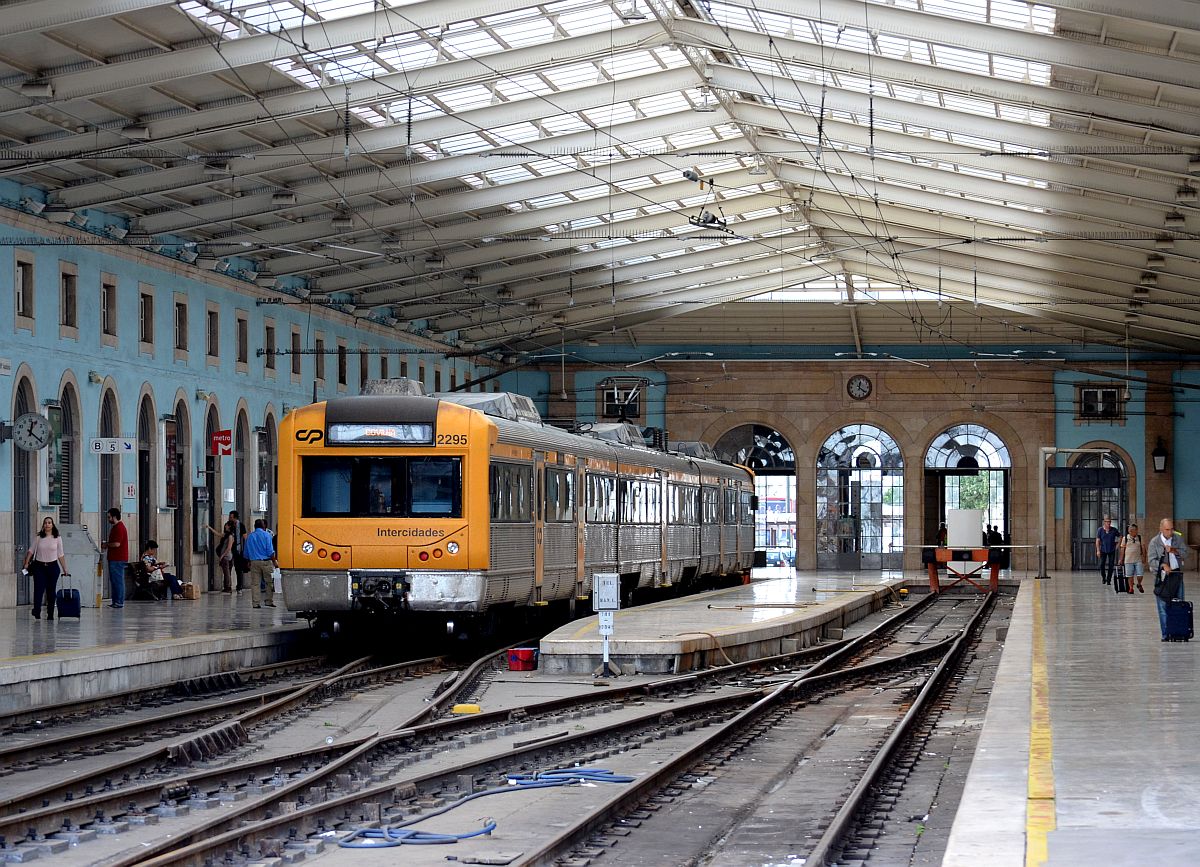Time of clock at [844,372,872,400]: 12:21
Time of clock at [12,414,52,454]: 12:21
